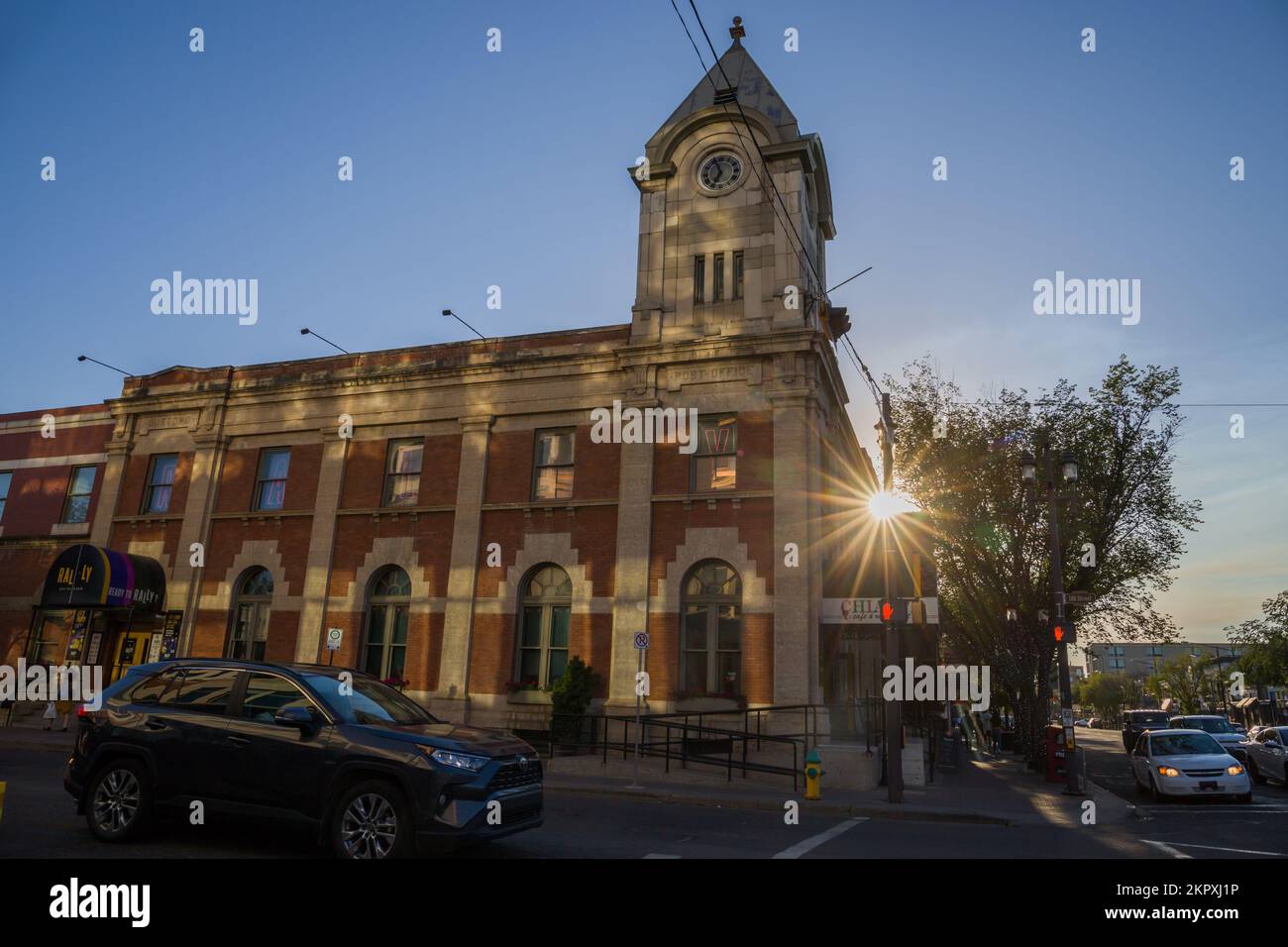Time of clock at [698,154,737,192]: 6:56
